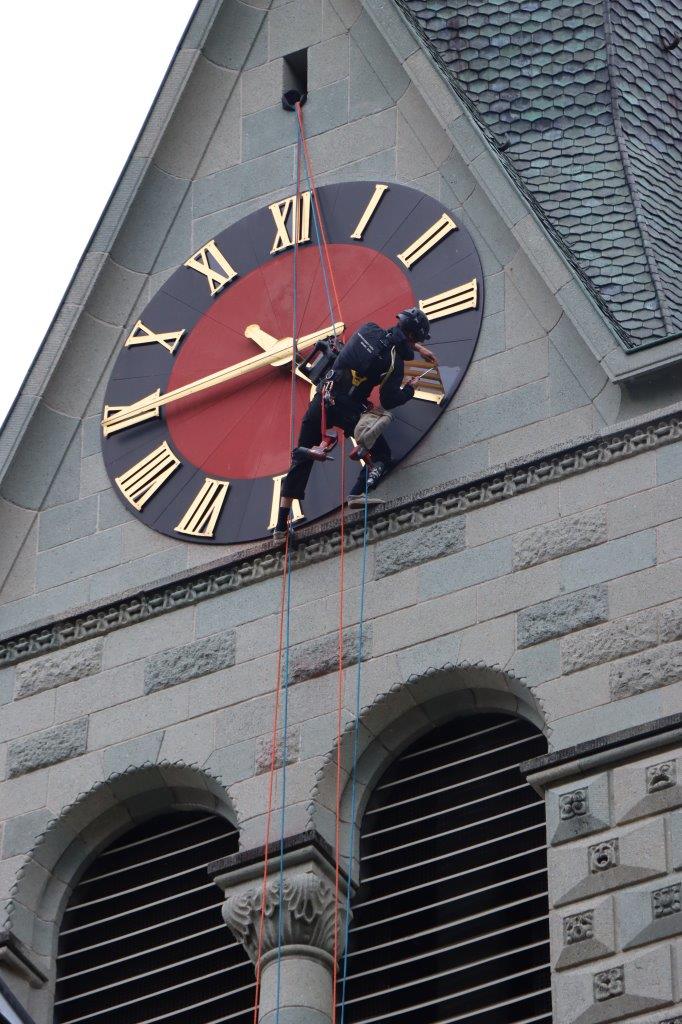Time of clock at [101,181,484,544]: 4:44
